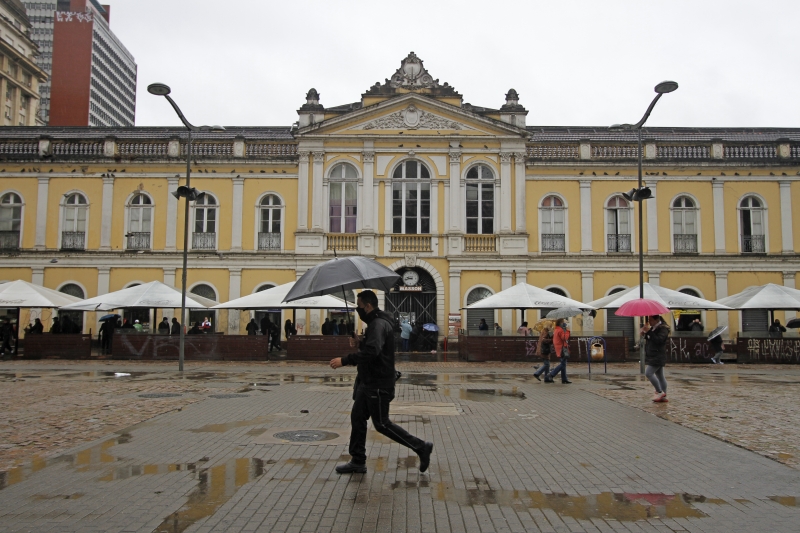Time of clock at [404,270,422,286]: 9:42
